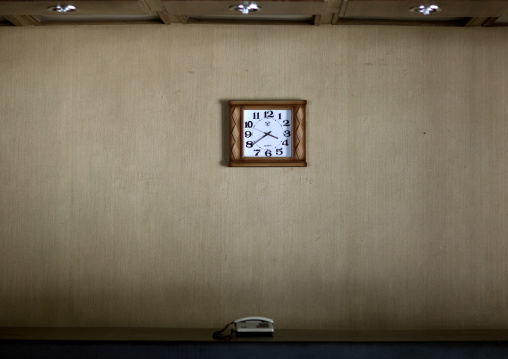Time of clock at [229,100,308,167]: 3:39
